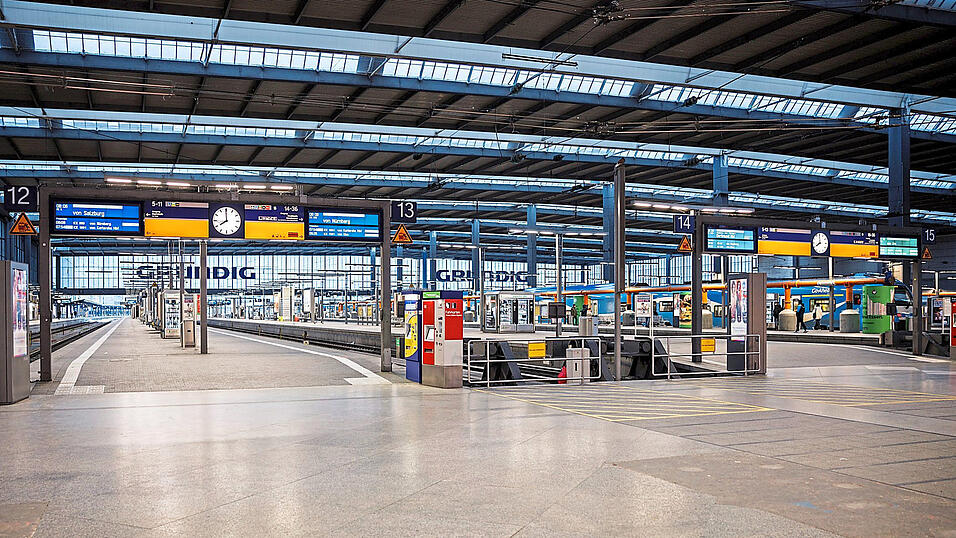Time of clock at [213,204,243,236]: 7:59
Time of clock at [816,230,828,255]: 7:59
